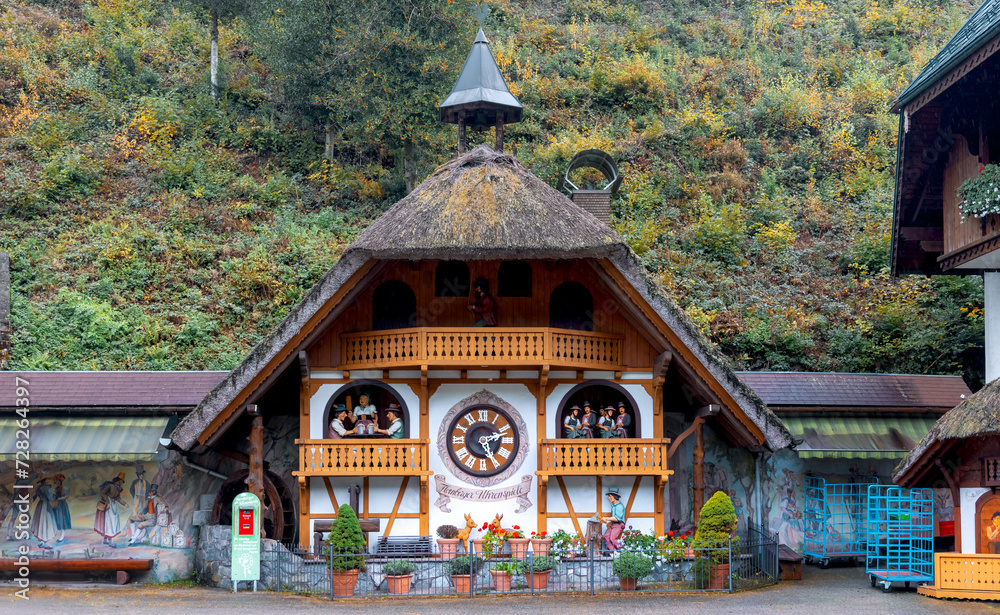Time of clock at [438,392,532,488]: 2:25
